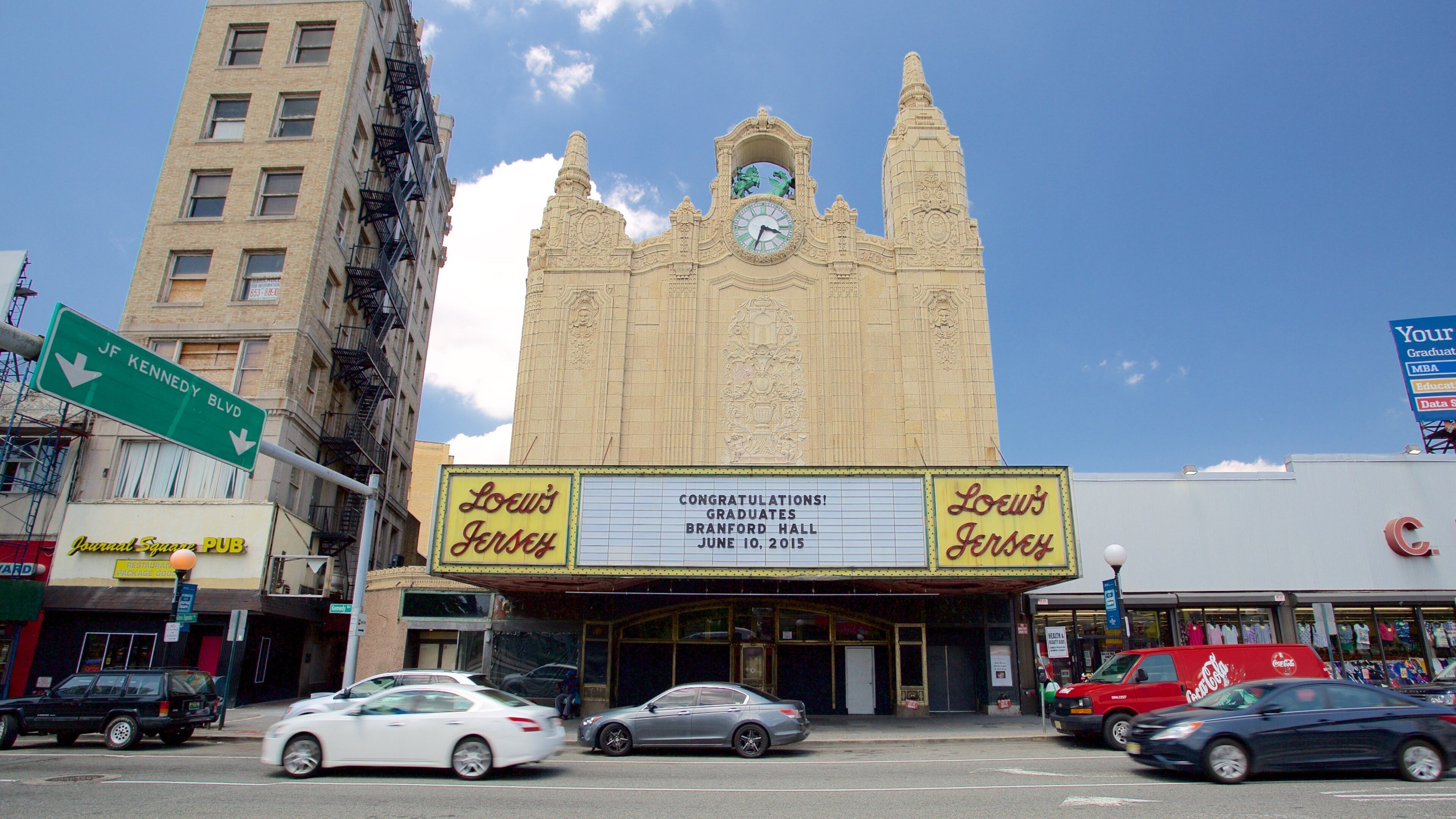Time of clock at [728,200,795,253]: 3:33
